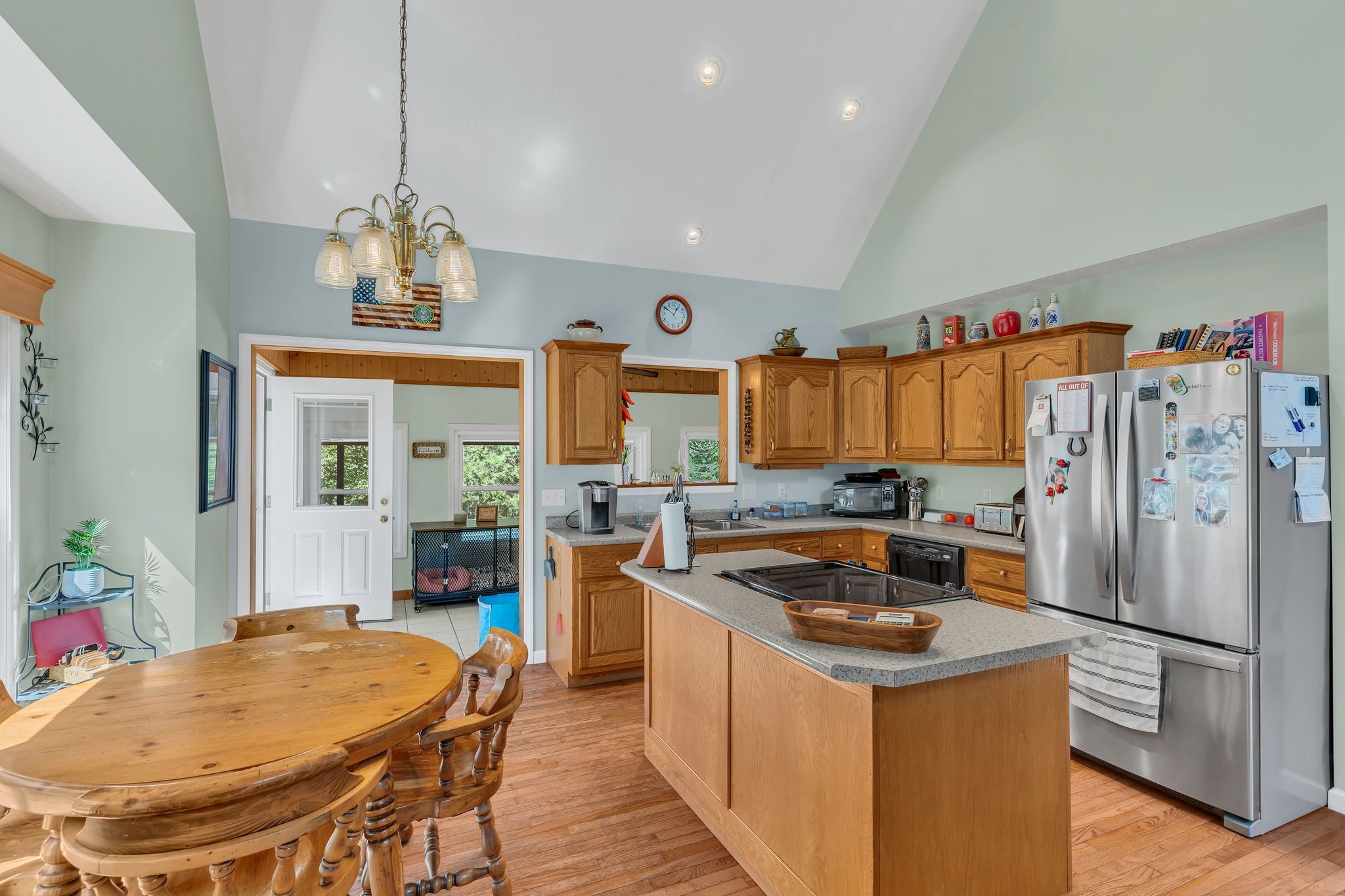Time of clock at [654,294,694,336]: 12:50
